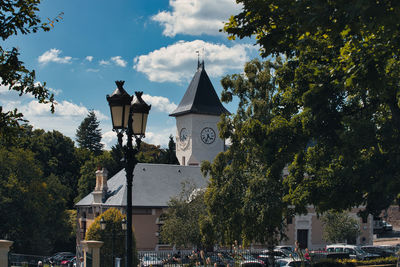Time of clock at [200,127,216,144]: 4:33
